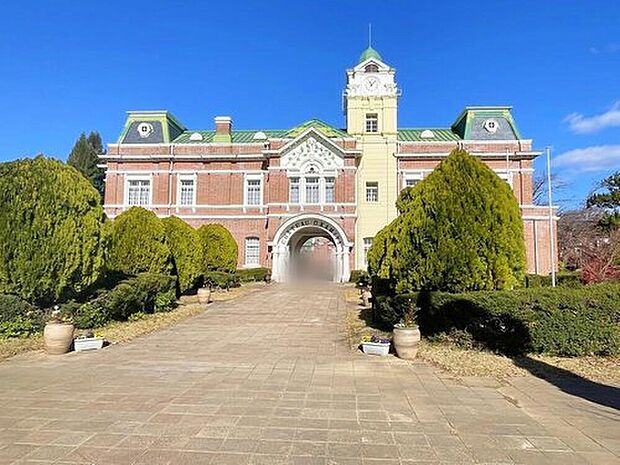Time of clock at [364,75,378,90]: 11:07
